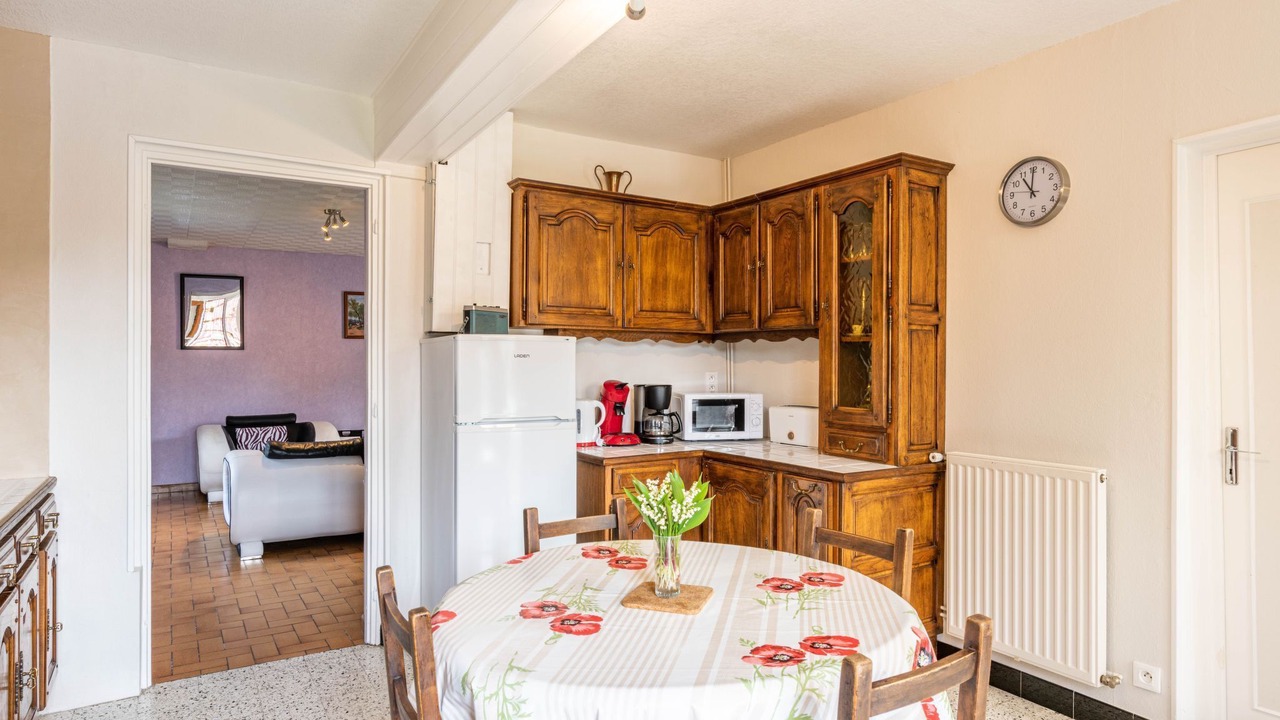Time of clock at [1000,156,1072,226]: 11:00
